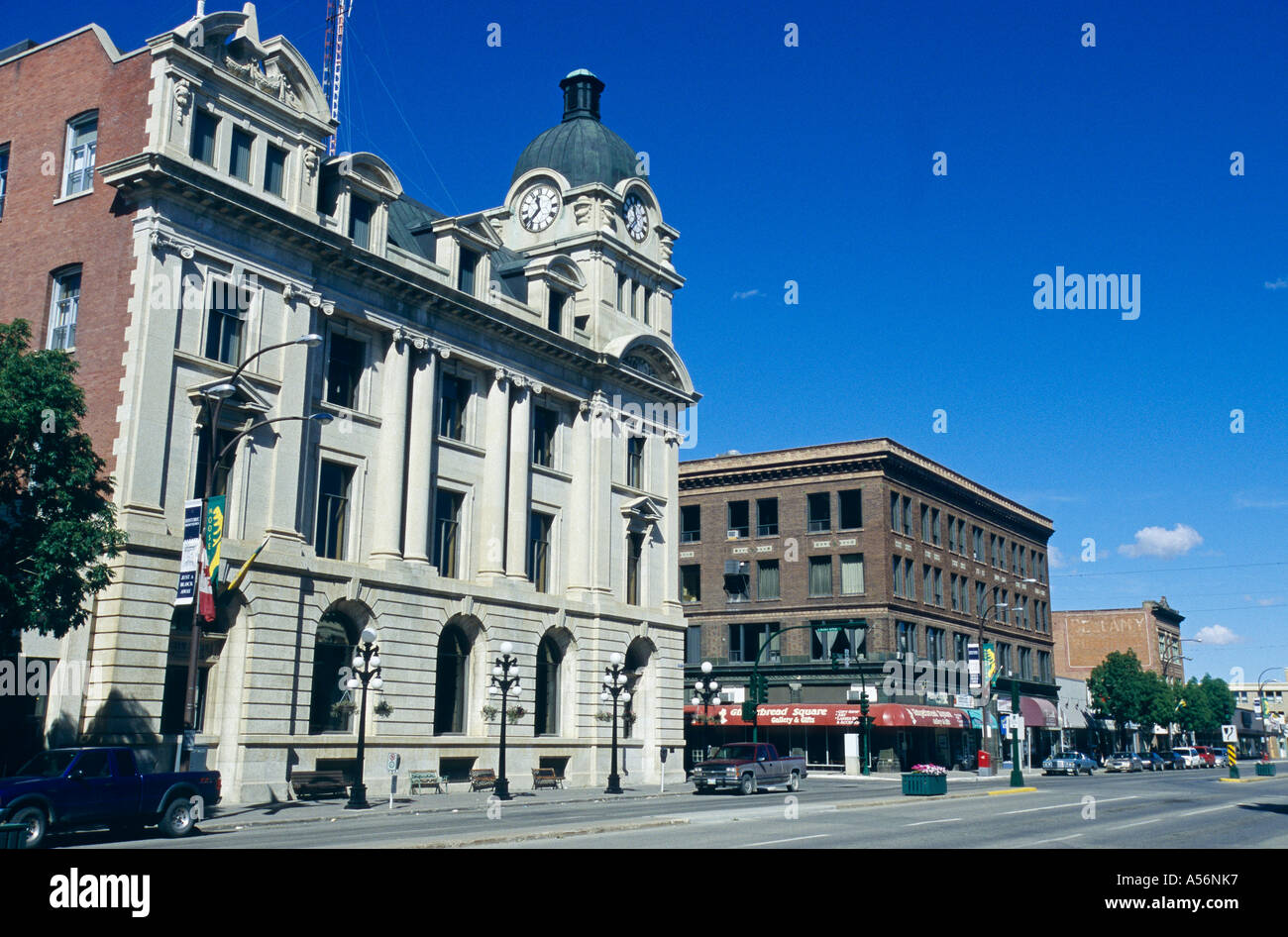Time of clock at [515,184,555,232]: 11:37
